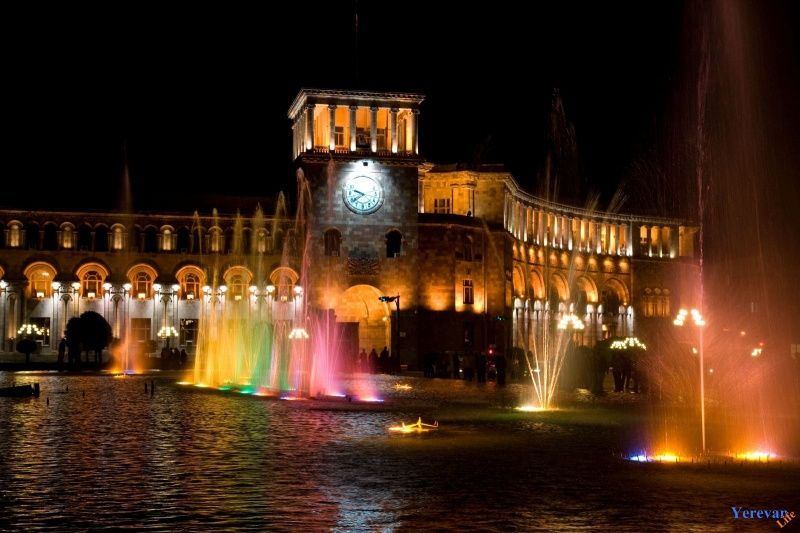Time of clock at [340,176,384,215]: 9:39
